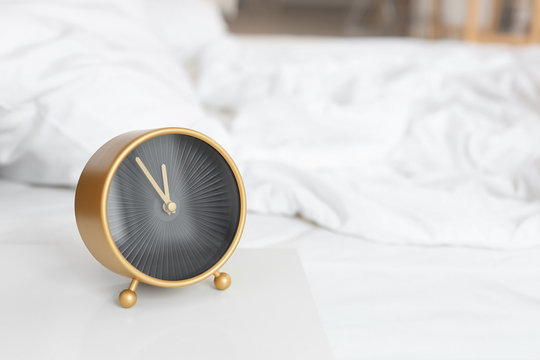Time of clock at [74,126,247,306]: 11:53
